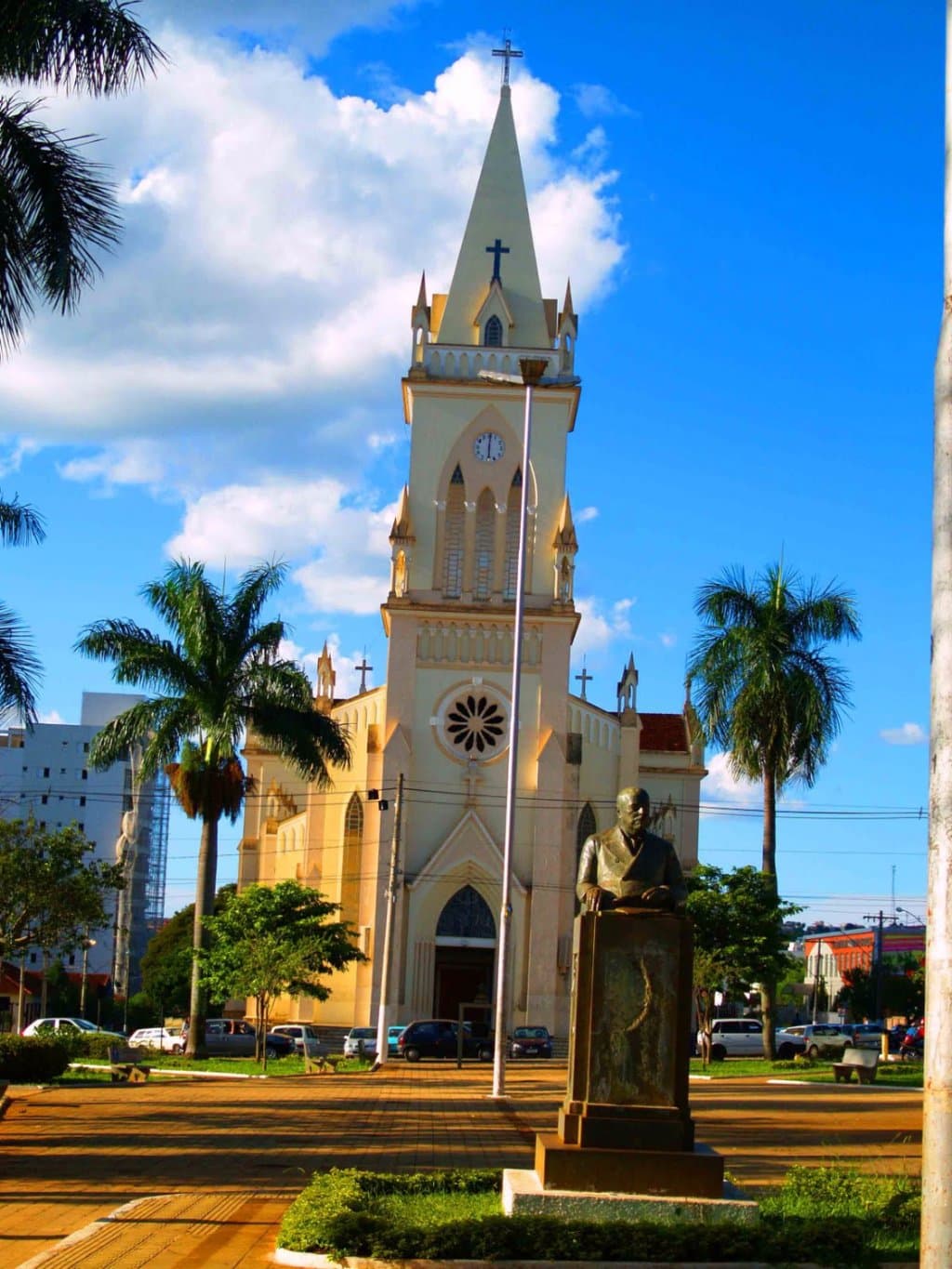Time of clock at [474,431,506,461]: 6:00
